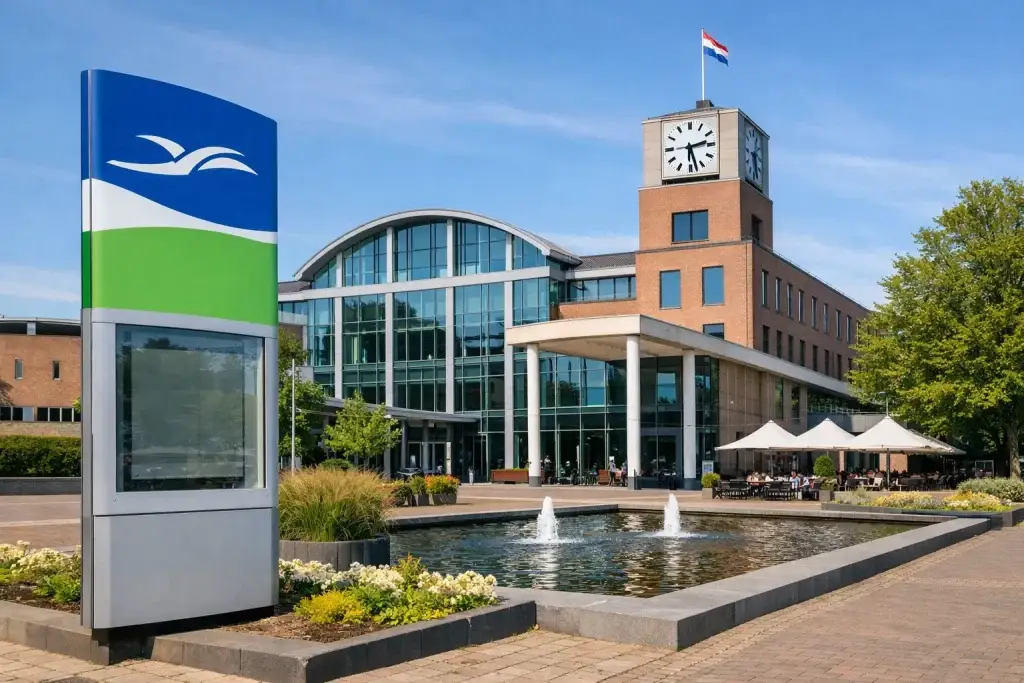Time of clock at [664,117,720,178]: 2:27
